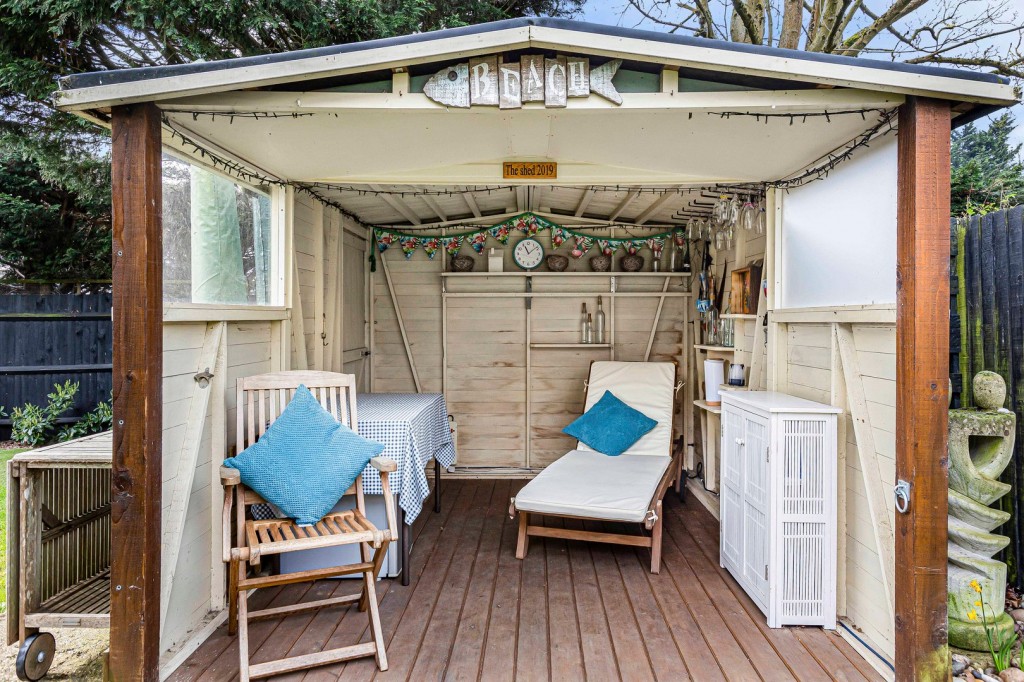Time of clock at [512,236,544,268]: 11:08
